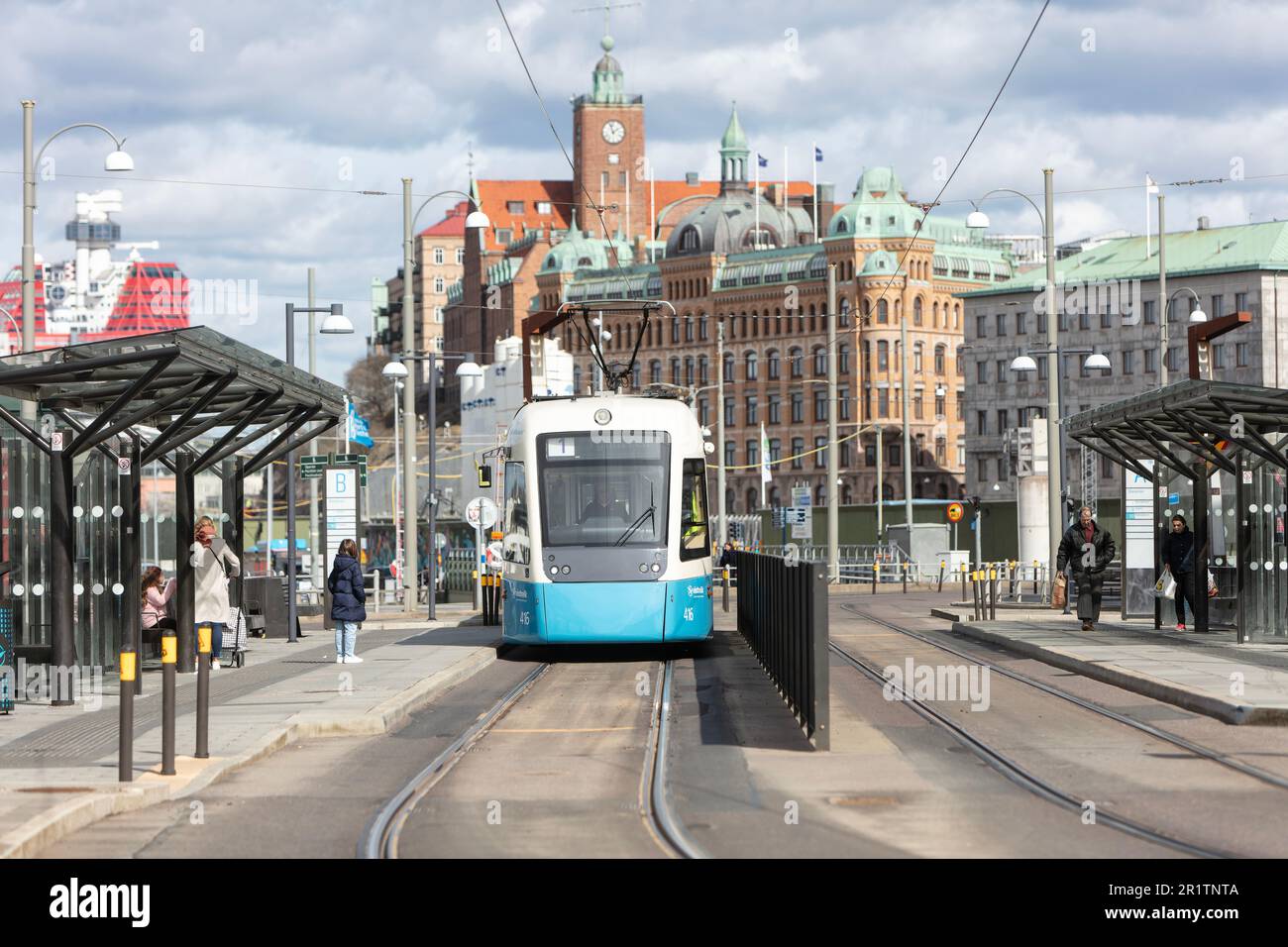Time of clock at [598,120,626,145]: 1:57
